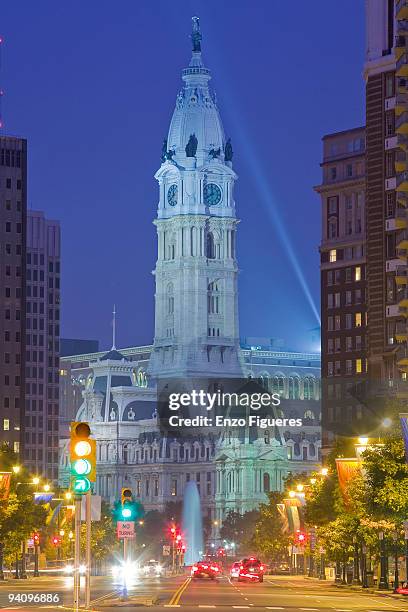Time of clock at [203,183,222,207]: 11:40
